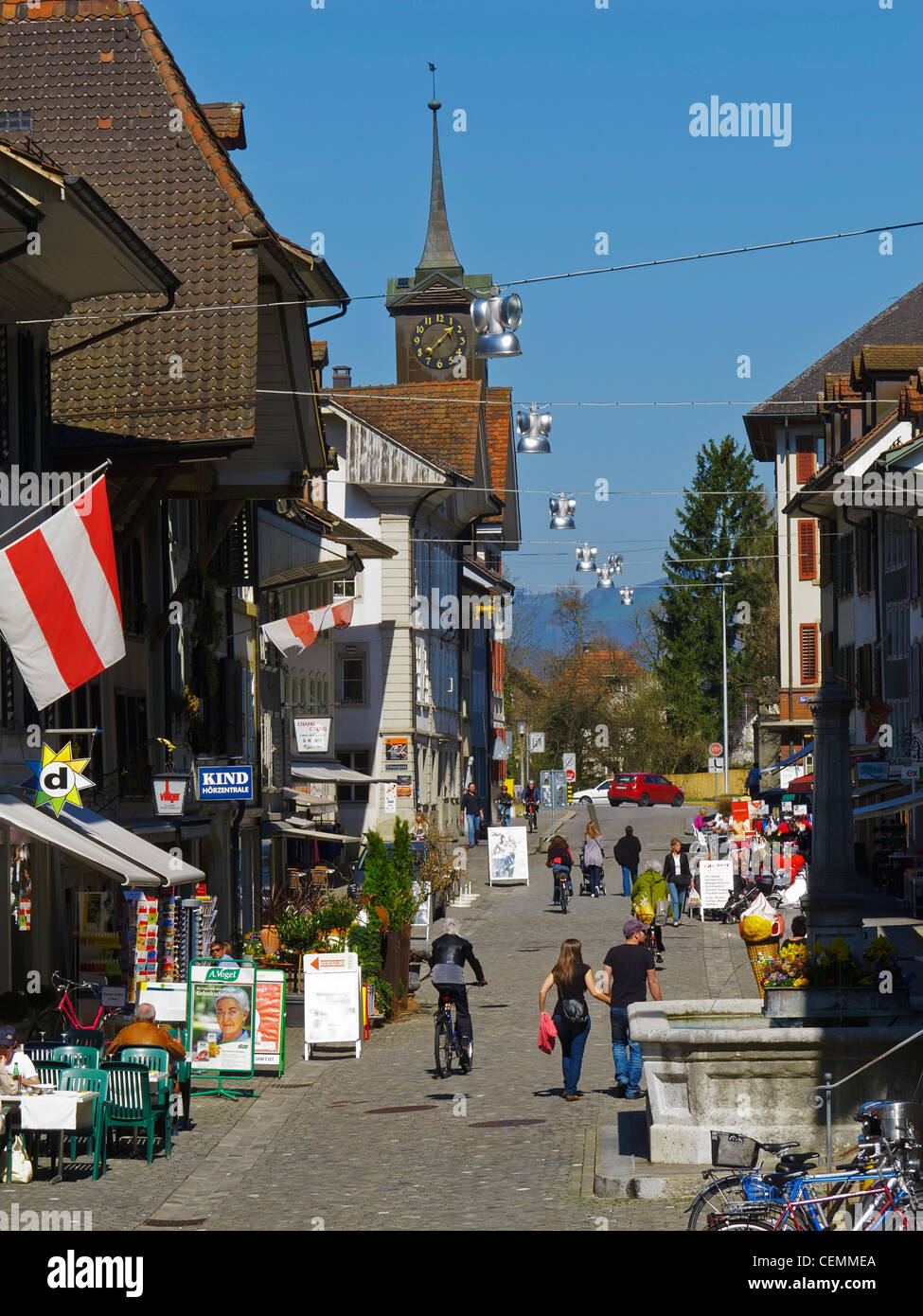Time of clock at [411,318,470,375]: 1:36
